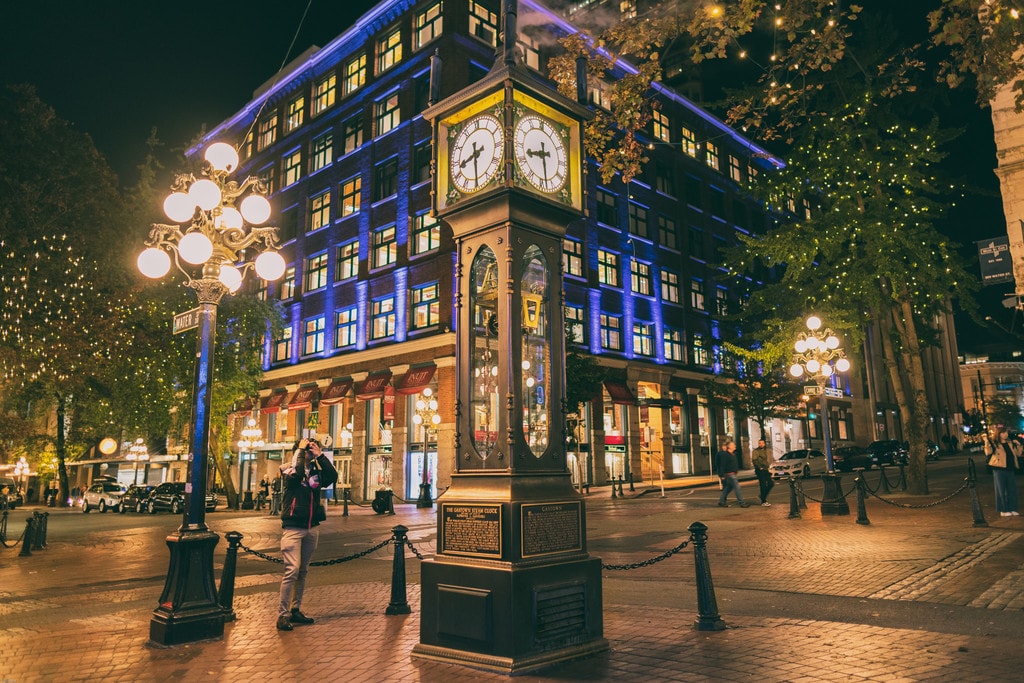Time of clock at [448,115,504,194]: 8:29
